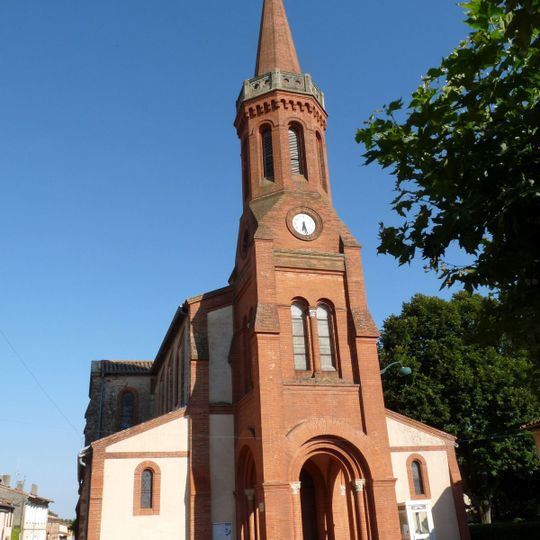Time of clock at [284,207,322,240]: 6:27
